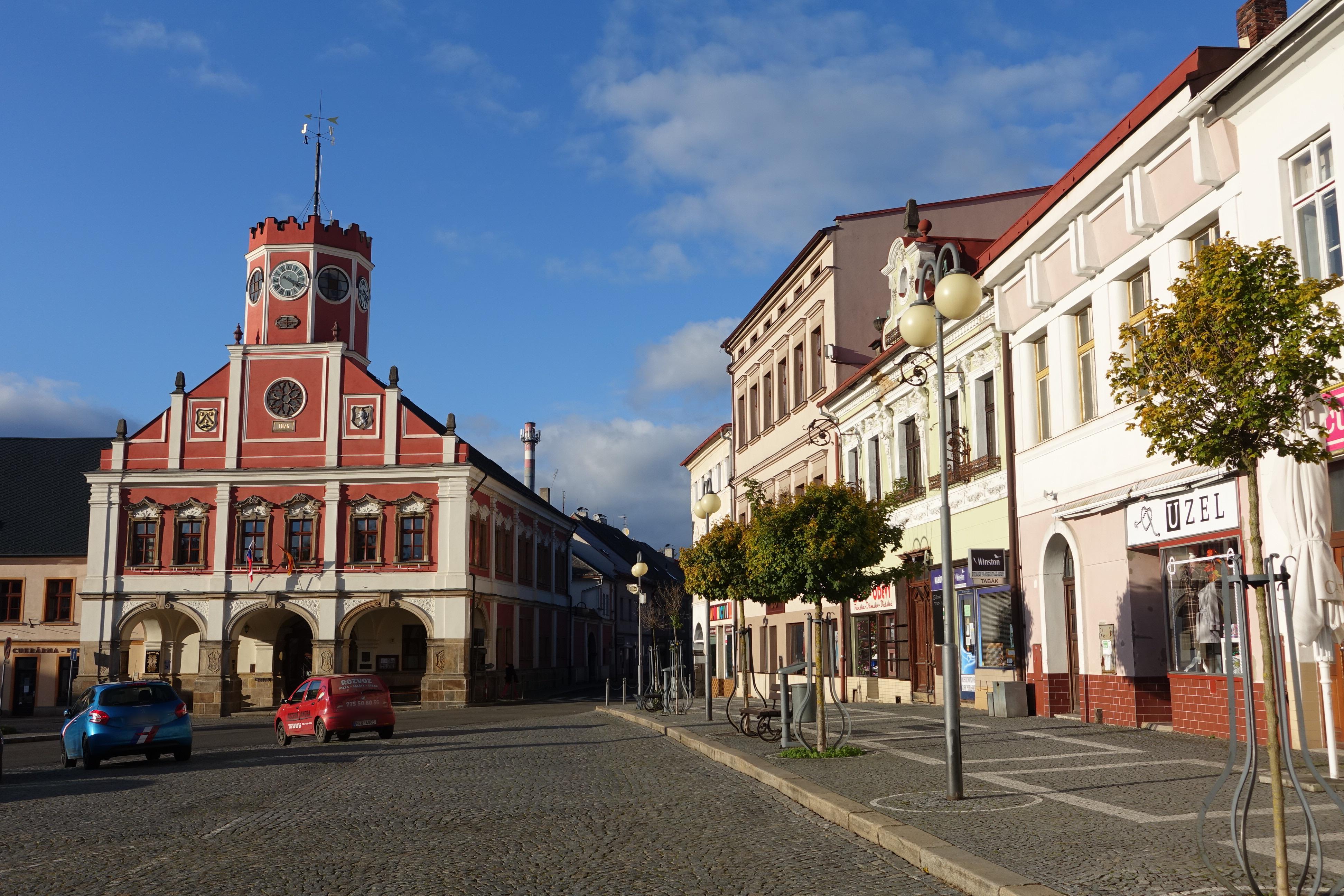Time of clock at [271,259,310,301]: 4:18
